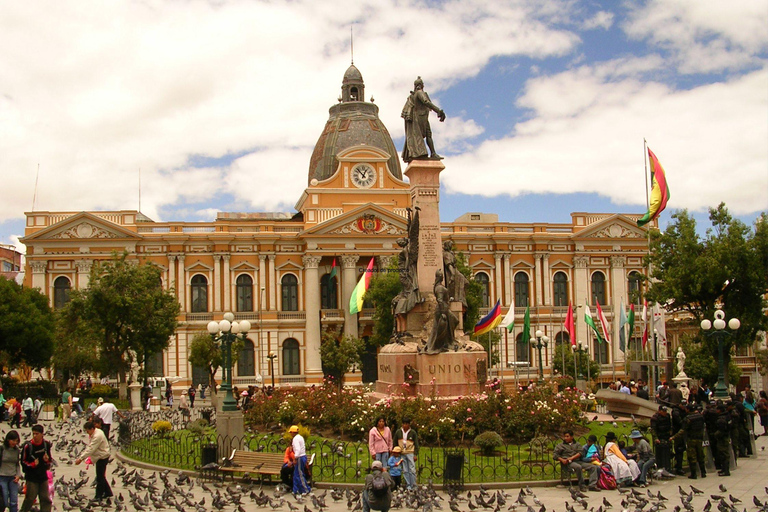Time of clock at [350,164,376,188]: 12:52
